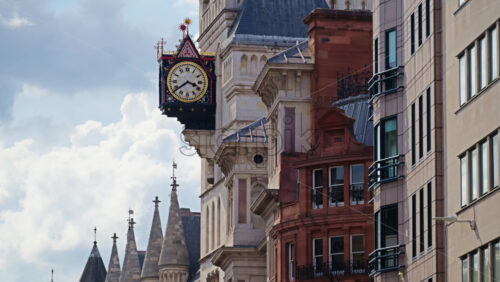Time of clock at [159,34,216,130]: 3:40
